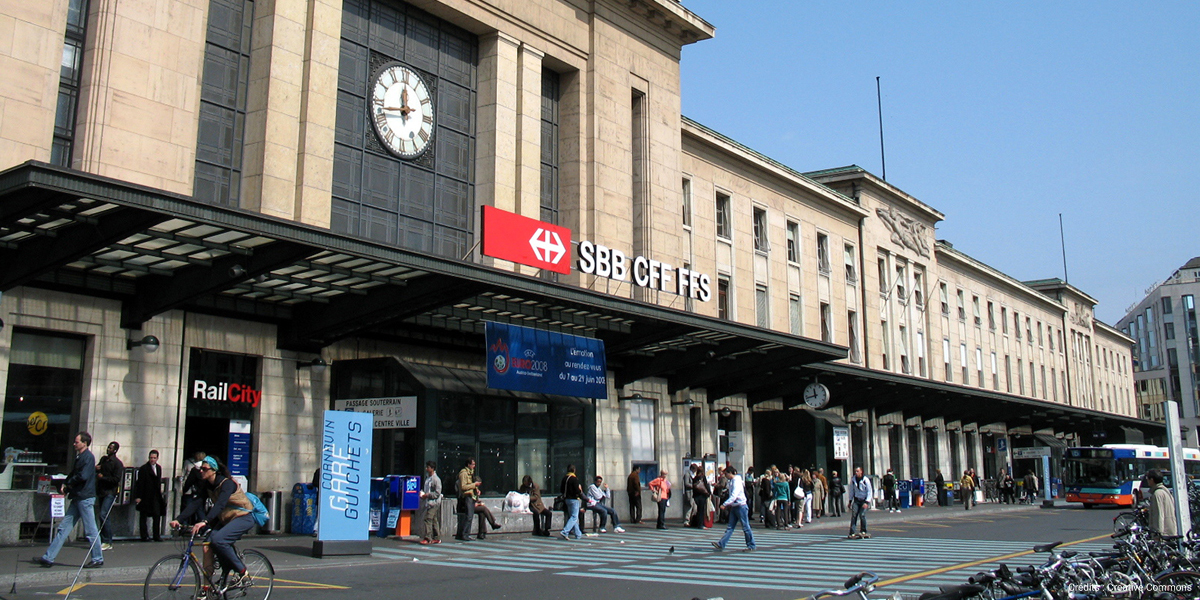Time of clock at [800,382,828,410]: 11:42
